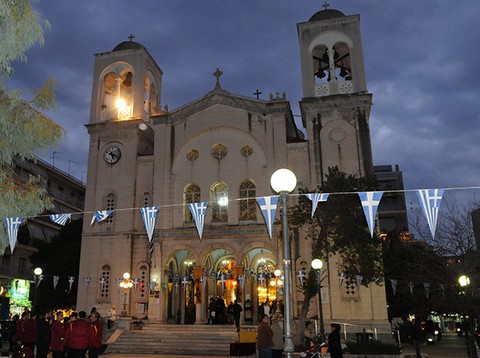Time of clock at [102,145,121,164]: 5:18
